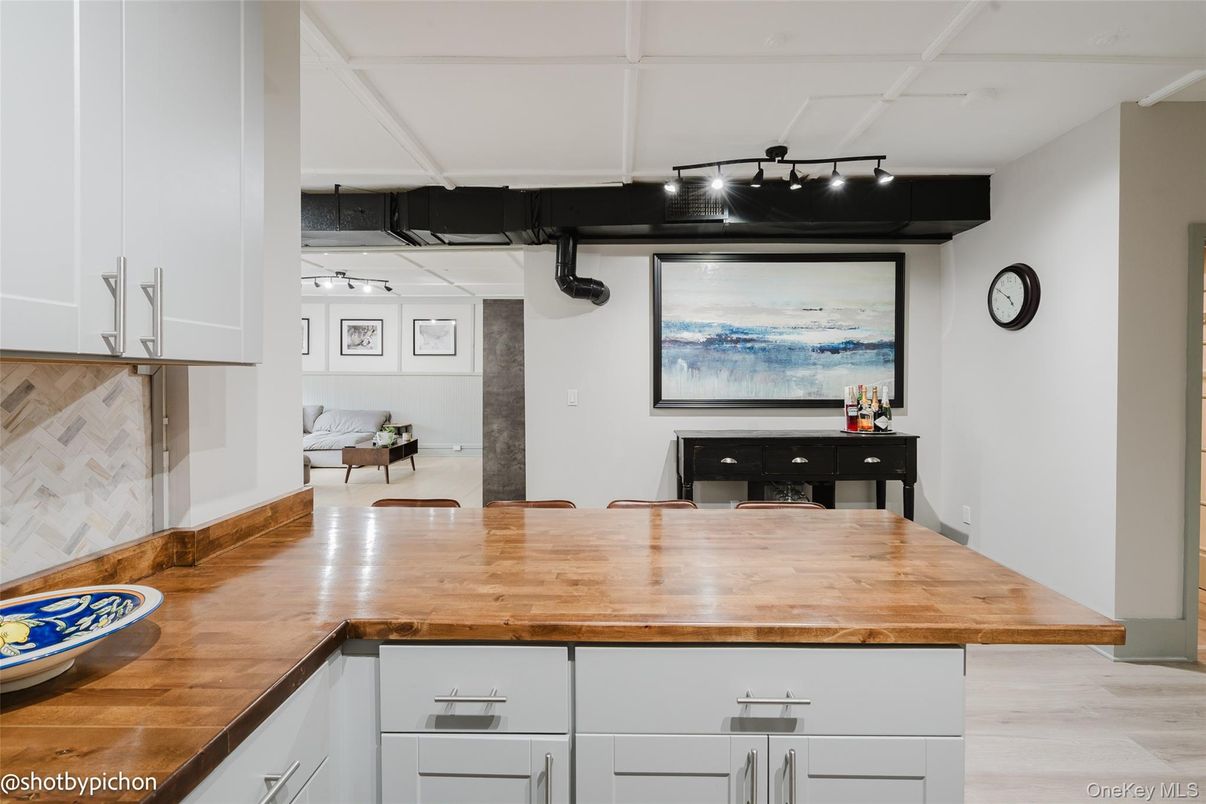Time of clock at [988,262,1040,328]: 4:50
